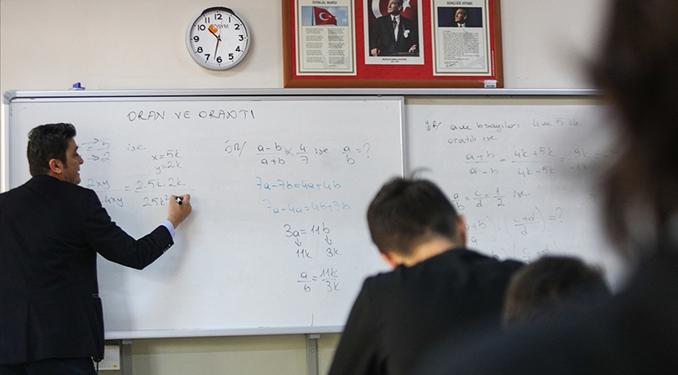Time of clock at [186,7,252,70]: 10:32
